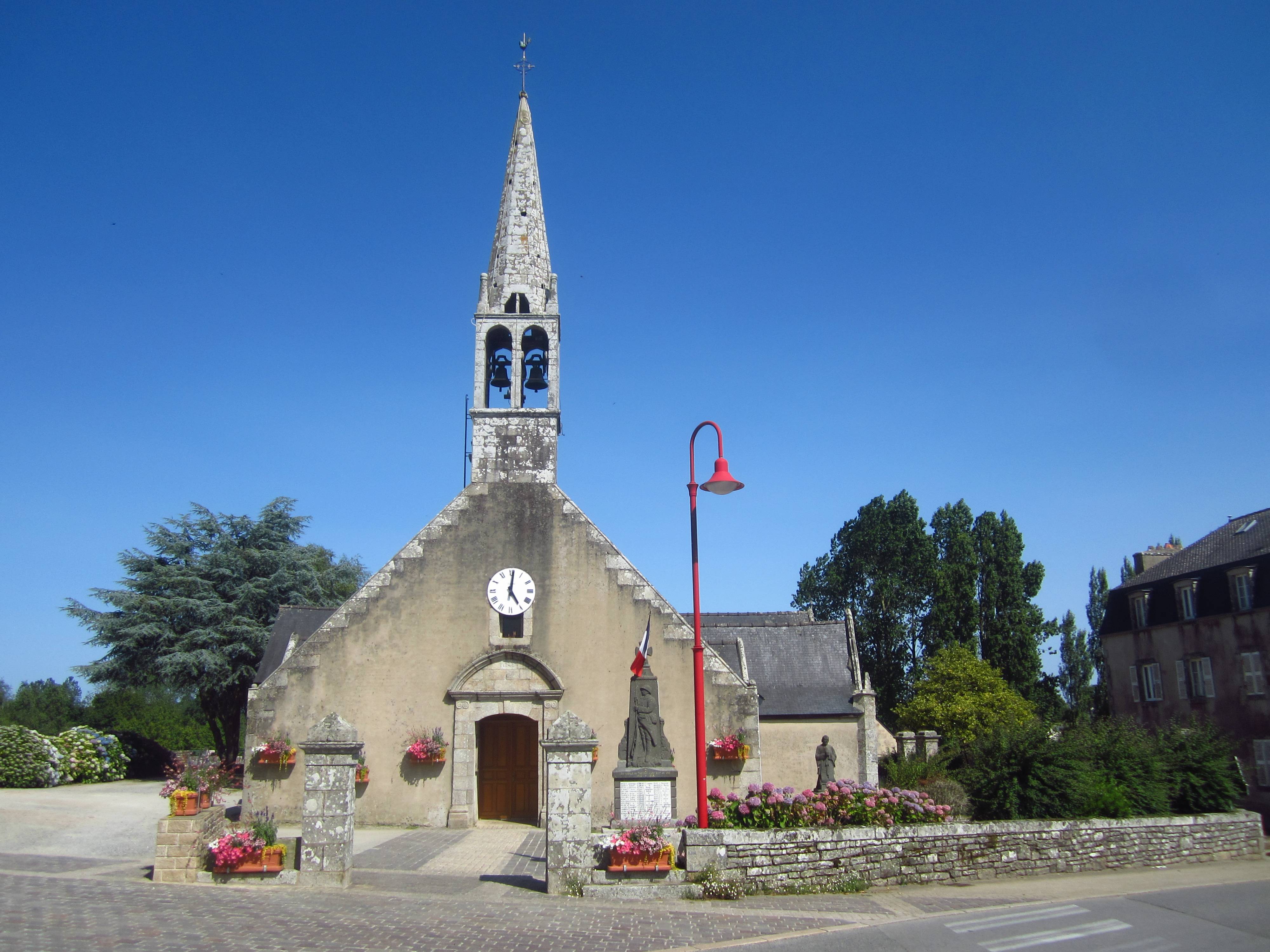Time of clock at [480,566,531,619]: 5:01
